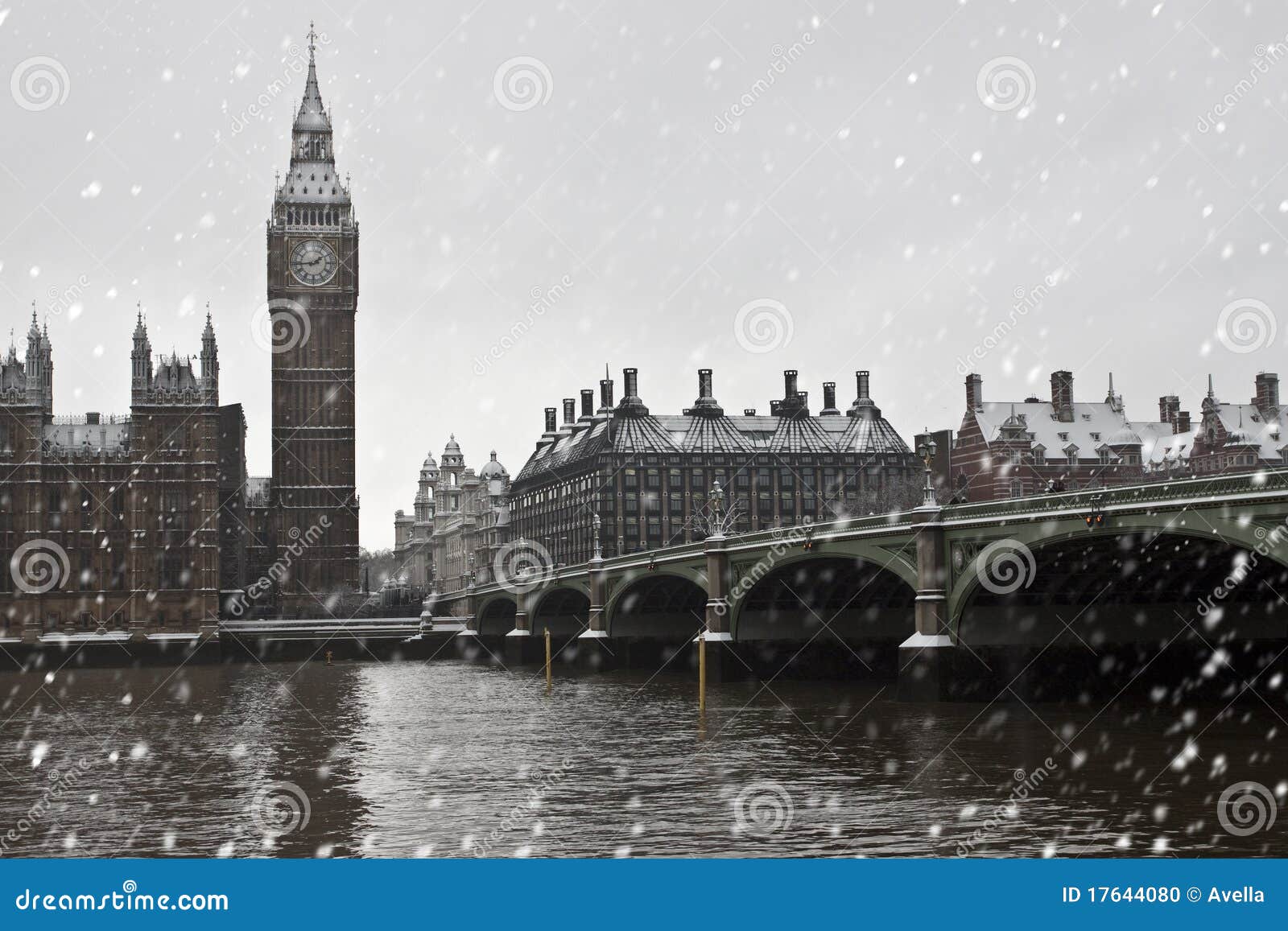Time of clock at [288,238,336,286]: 1:44
